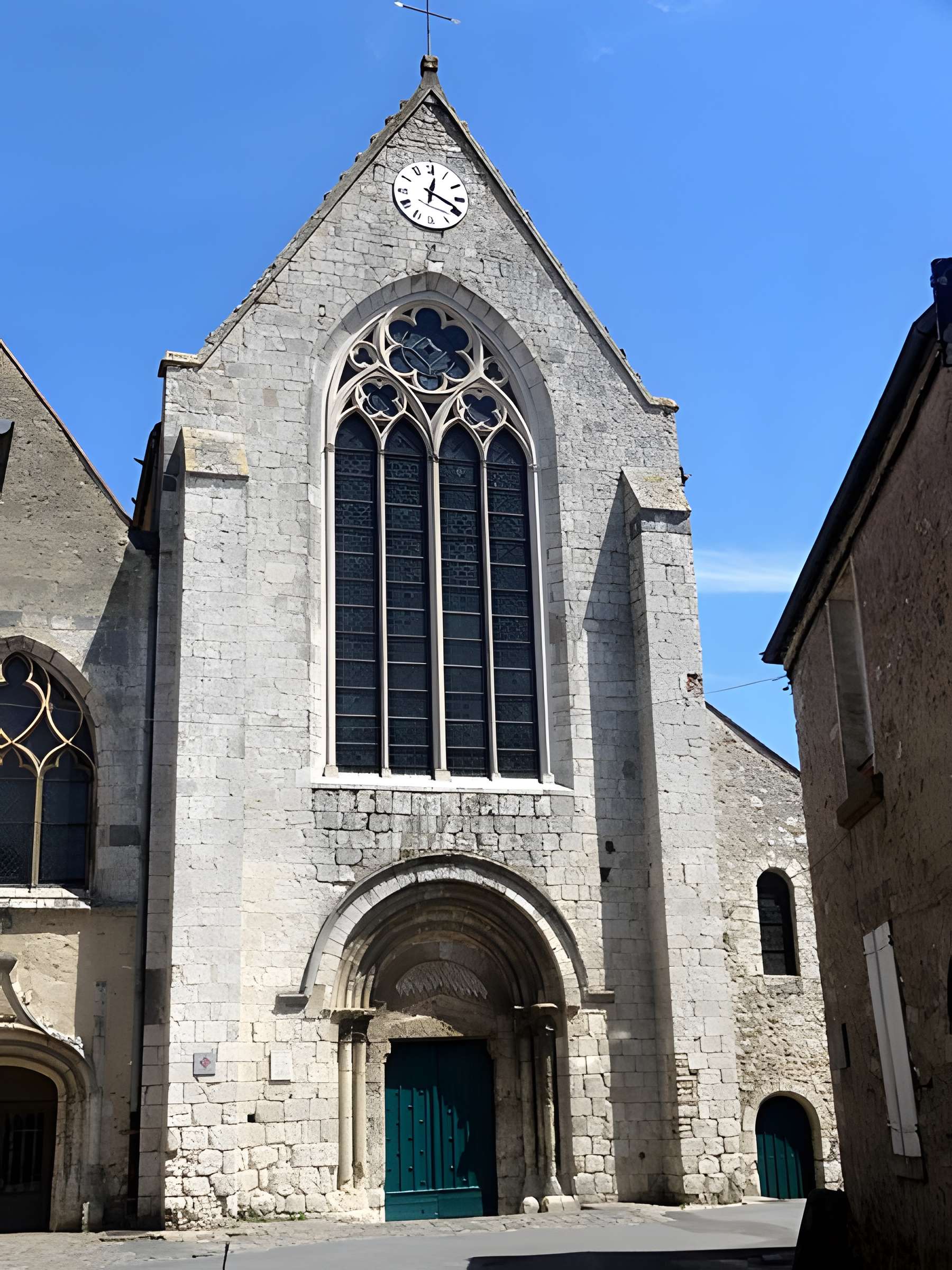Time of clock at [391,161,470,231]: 12:19
